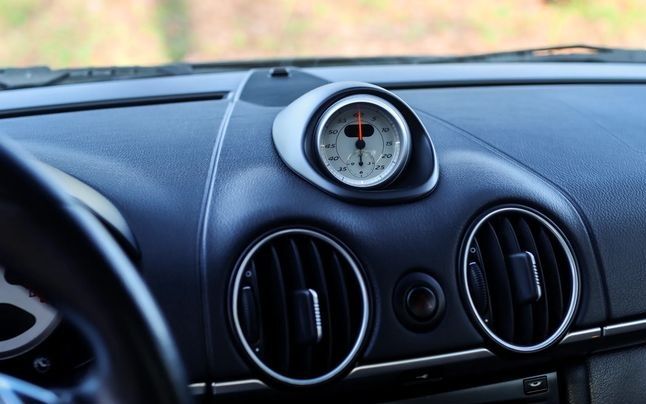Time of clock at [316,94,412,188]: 6:00
